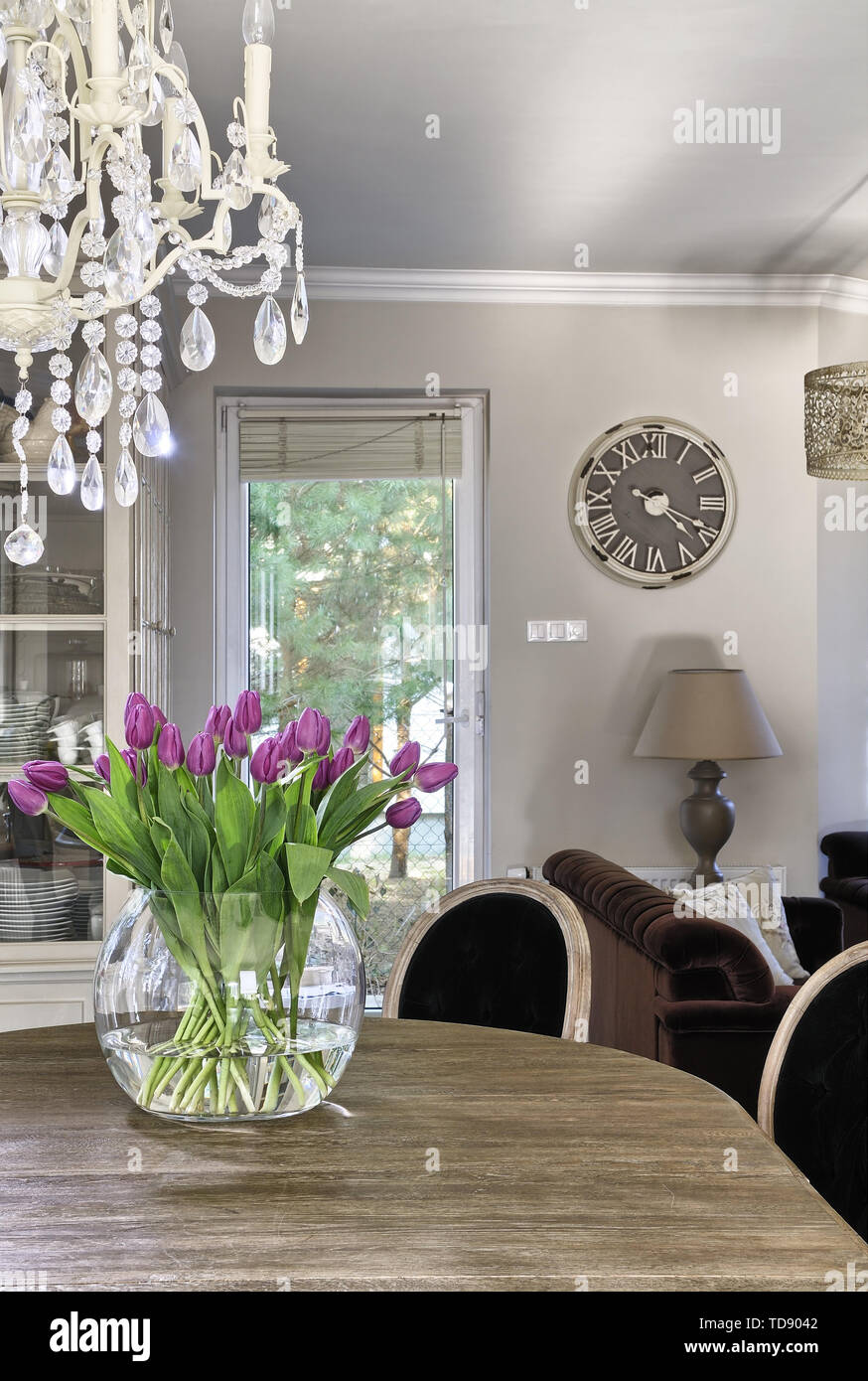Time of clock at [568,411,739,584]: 4:19
